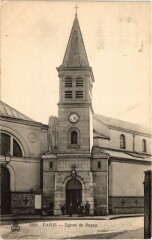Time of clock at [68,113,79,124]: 2:23
